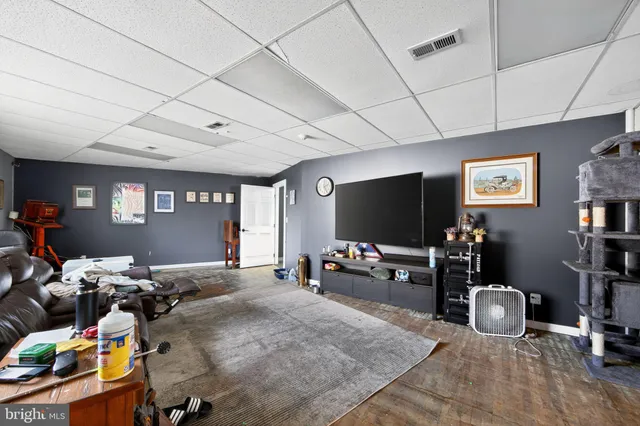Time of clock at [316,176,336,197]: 2:24
